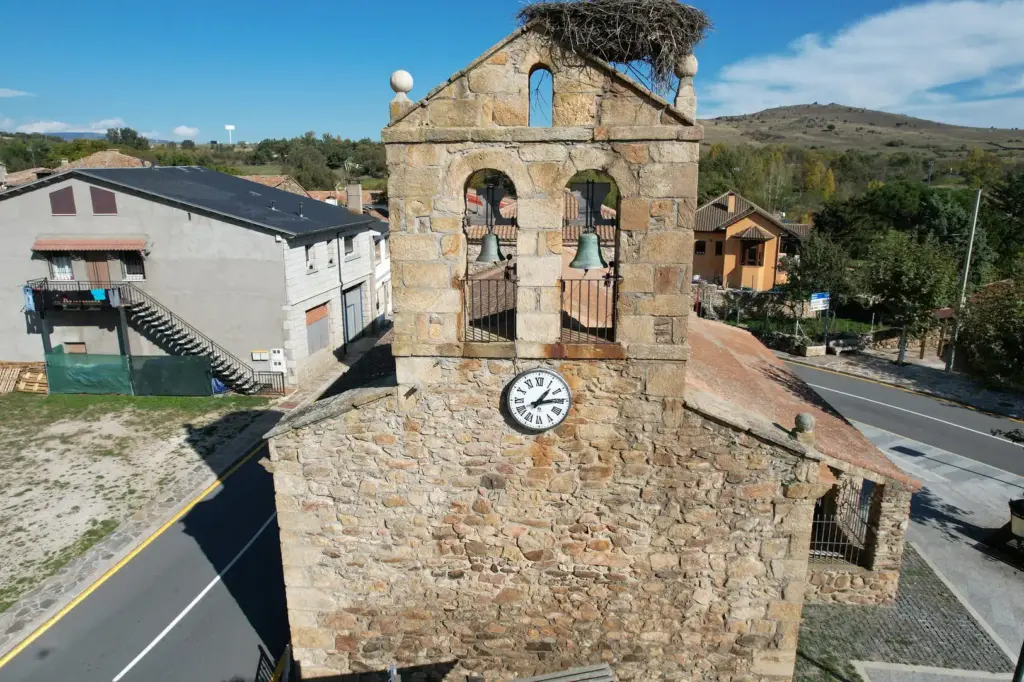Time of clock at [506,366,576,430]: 1:13
